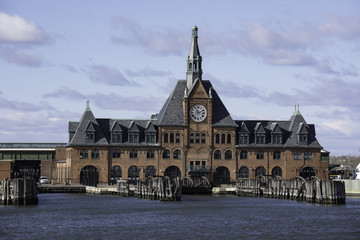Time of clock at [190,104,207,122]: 11:11
